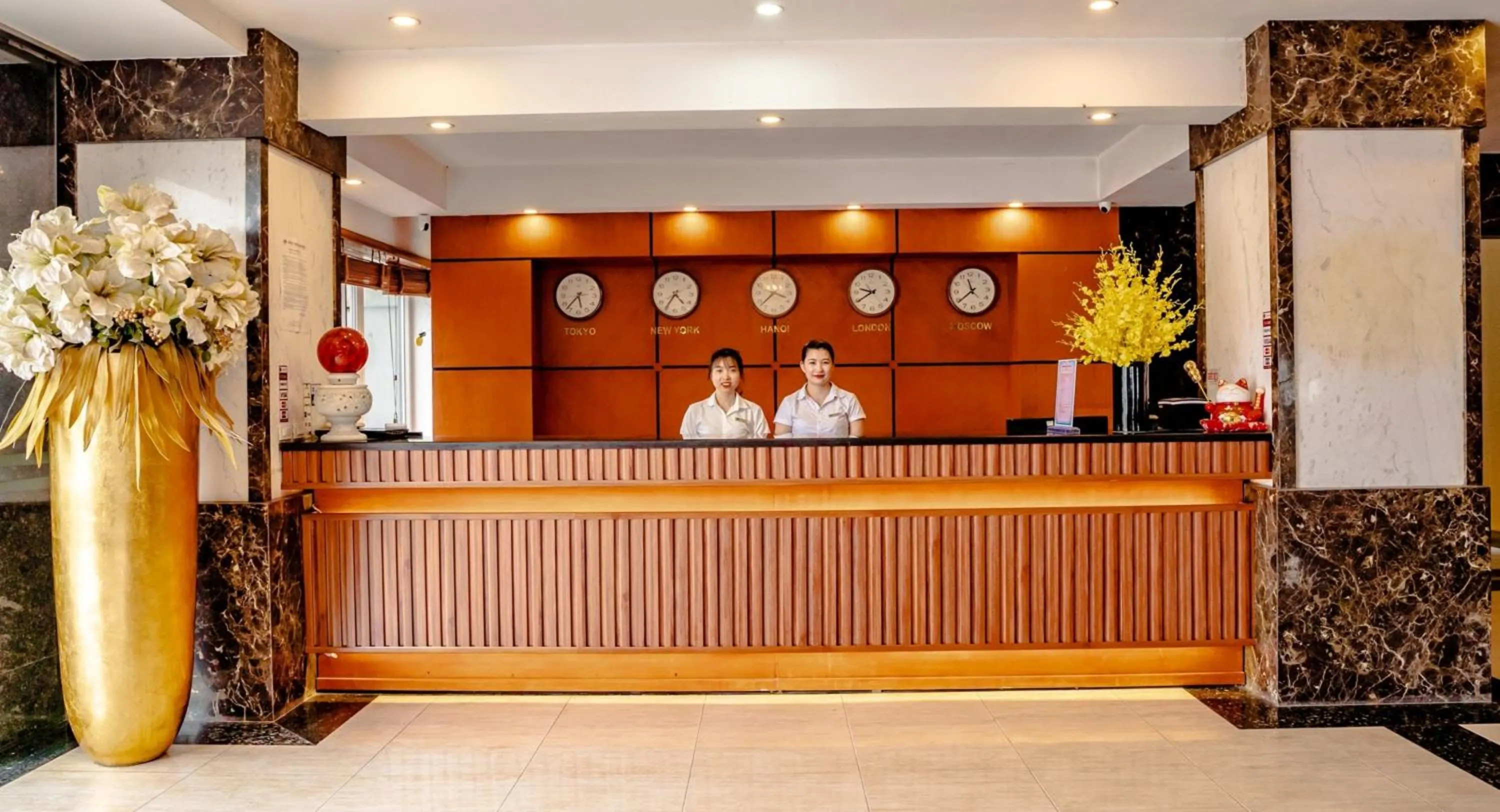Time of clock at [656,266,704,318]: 4:35
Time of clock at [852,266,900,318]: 9:39
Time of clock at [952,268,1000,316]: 11:39
